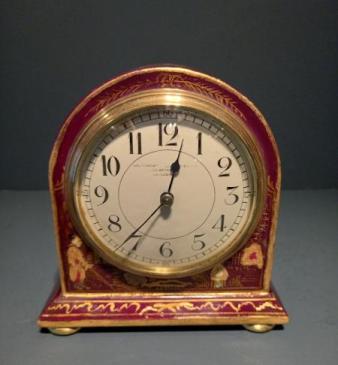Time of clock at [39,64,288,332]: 12:36
